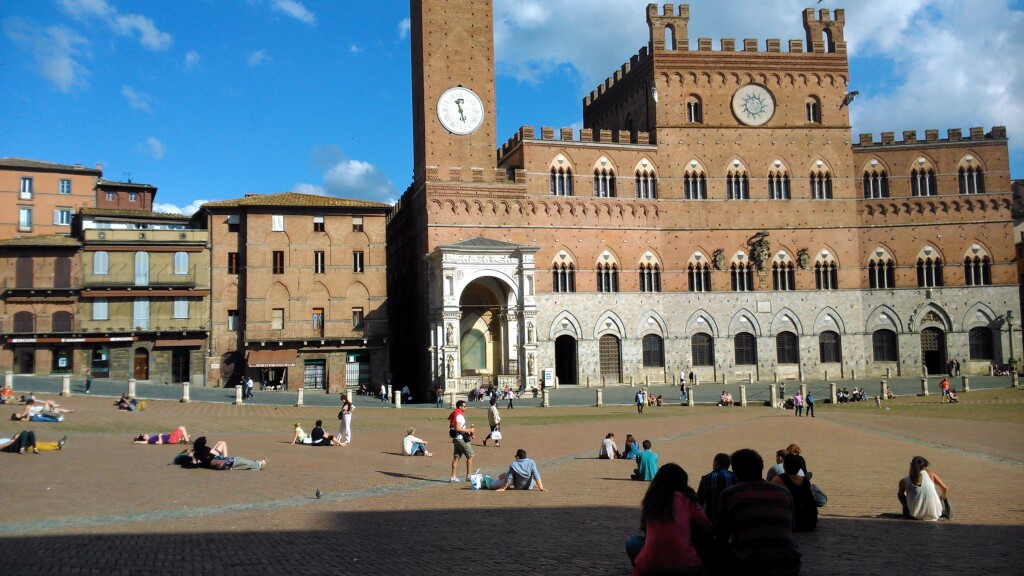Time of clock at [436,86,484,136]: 11:27
